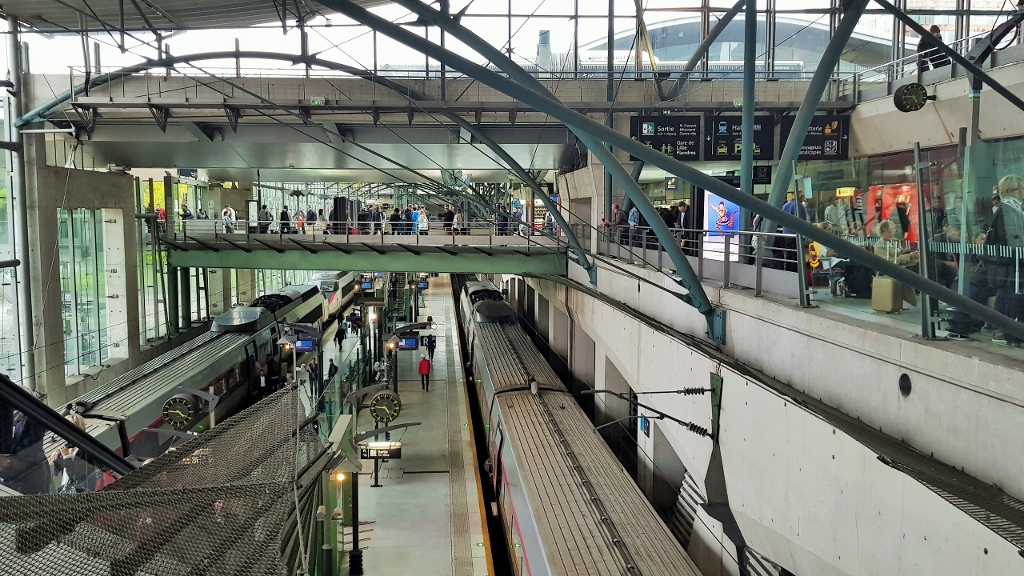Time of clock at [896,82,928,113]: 4:45
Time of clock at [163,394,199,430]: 4:45
